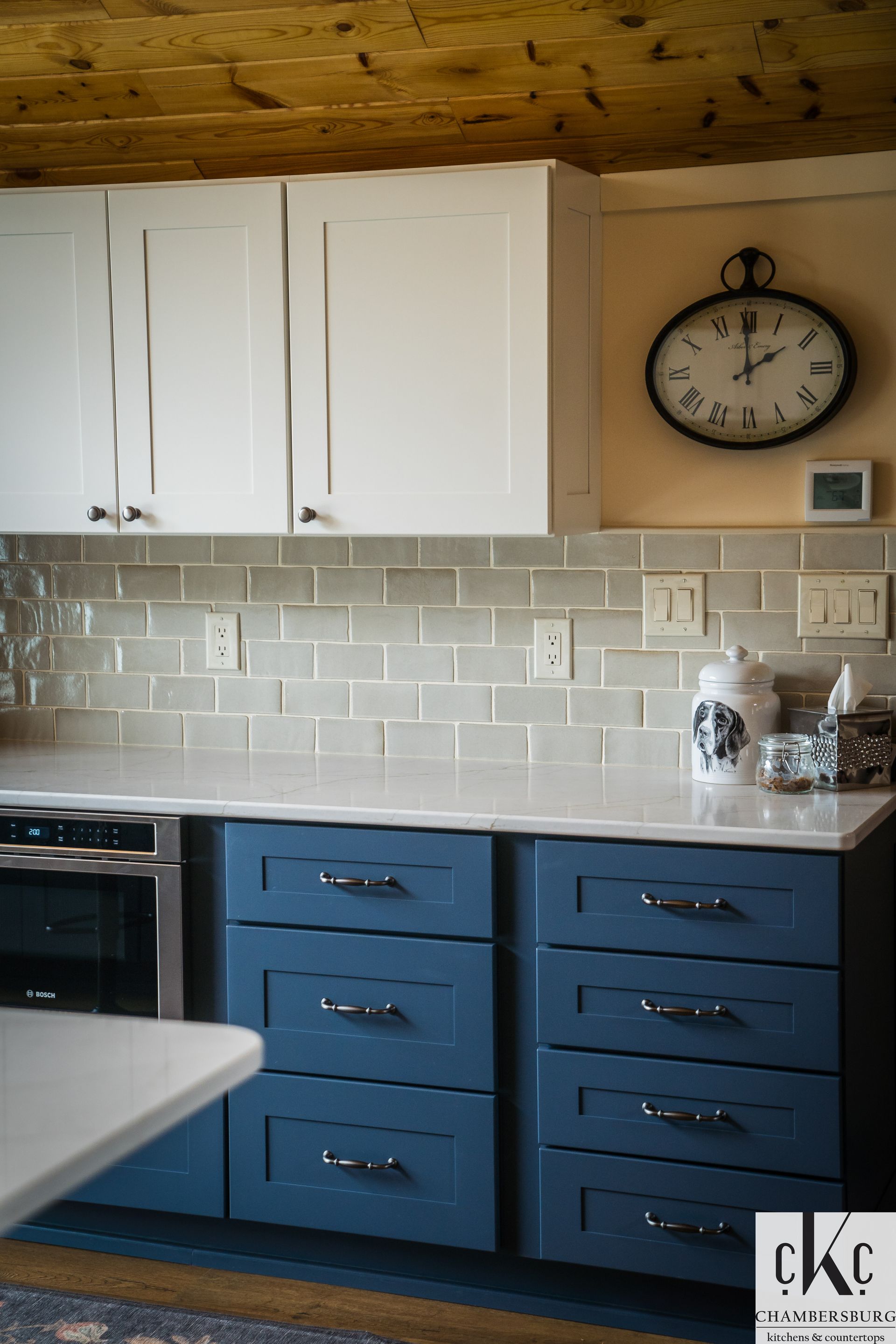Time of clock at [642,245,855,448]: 1:59
